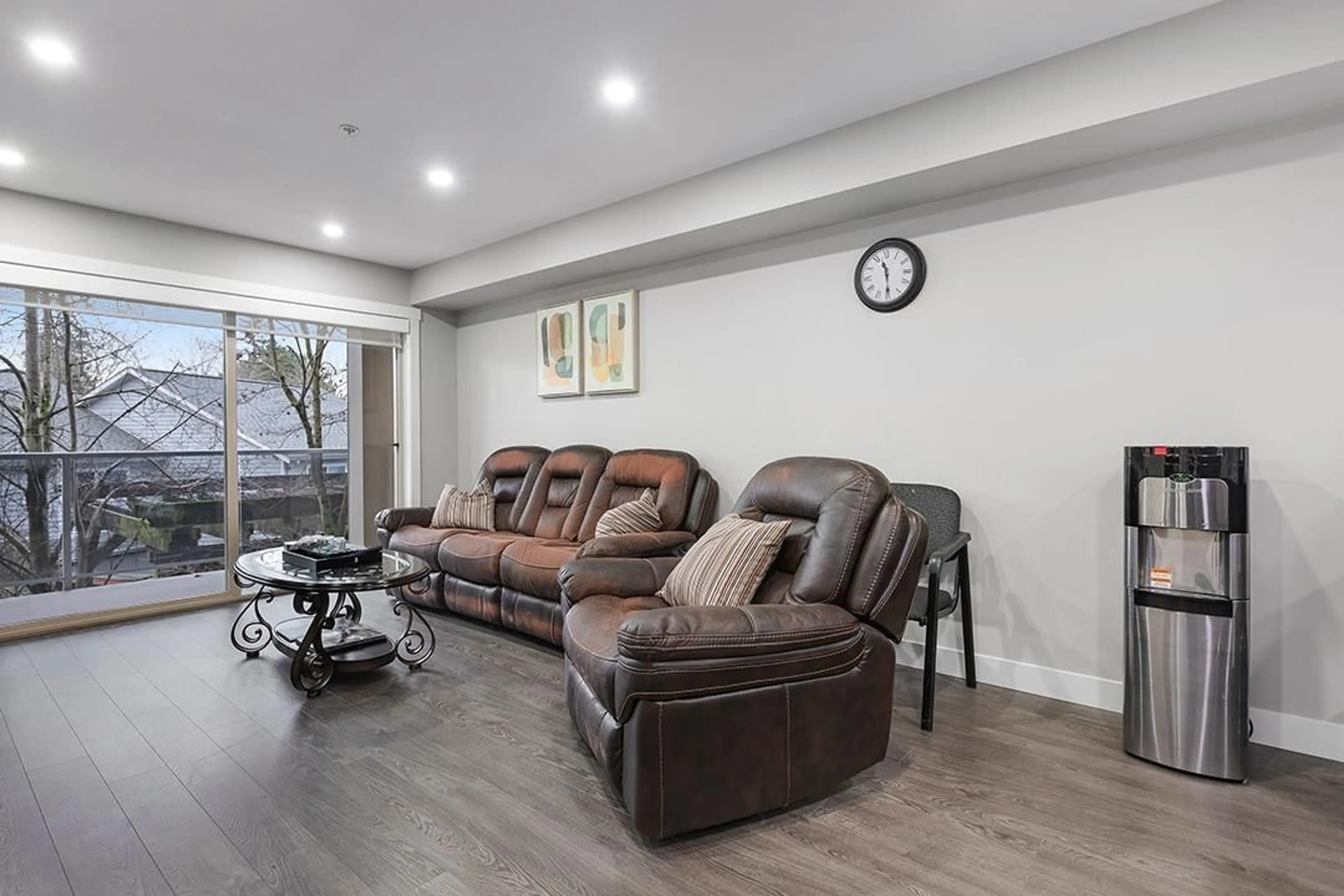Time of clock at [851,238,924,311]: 11:29
